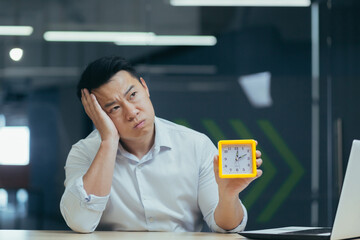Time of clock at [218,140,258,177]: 12:11
